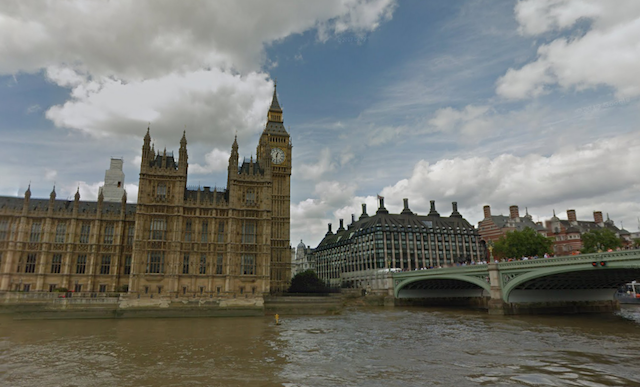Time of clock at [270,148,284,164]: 12:30
